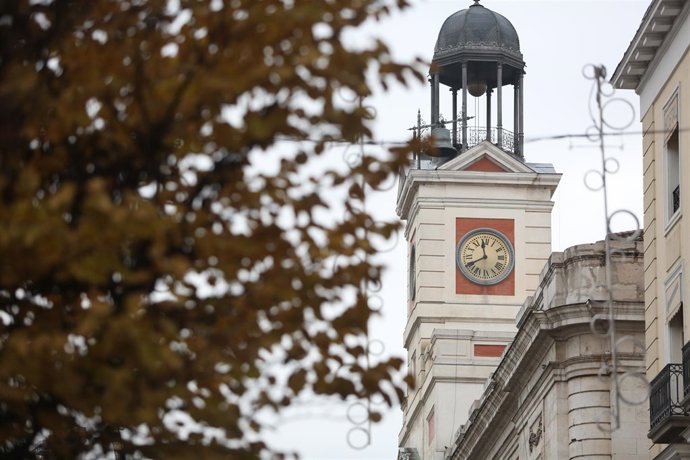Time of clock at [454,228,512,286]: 11:40
